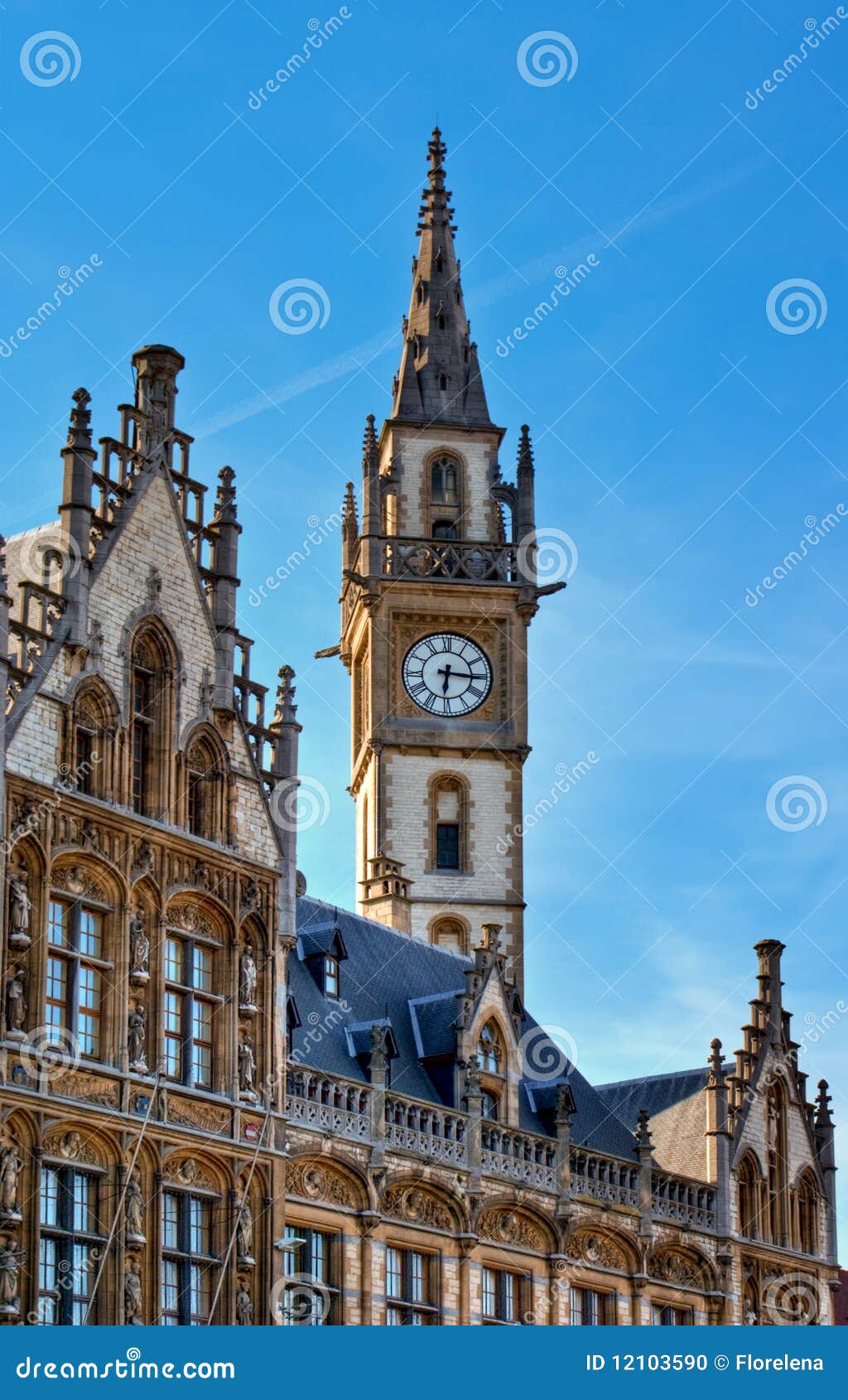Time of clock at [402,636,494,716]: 6:15
